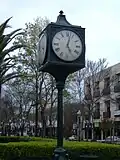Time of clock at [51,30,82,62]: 5:02
